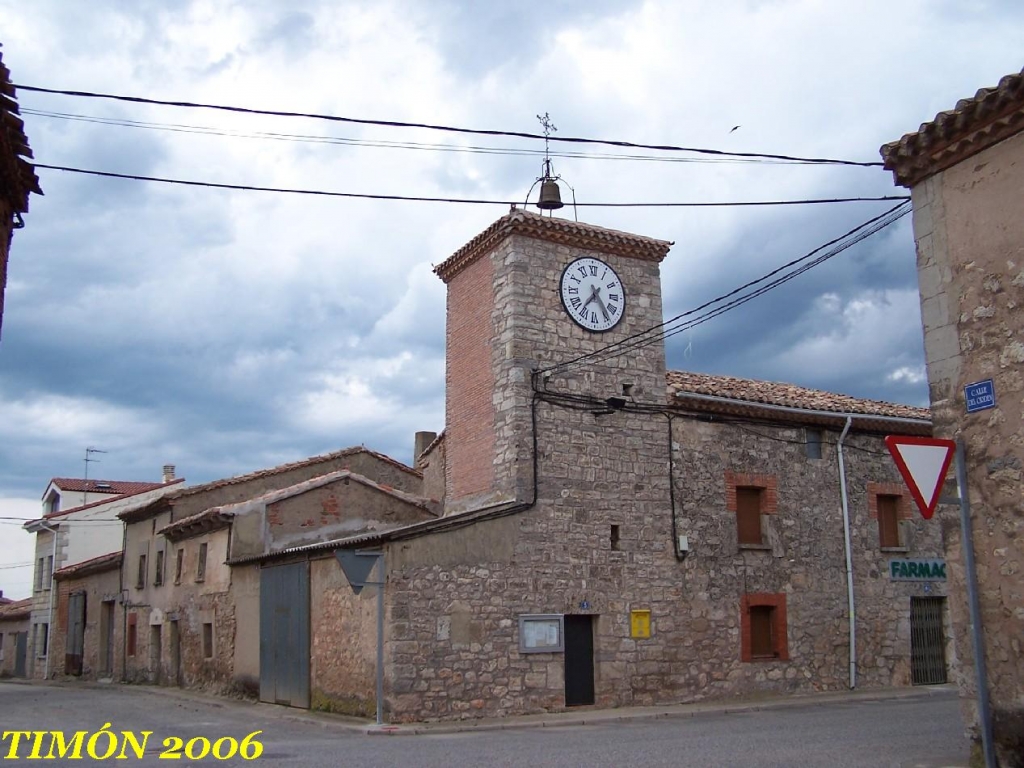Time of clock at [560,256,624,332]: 7:24
